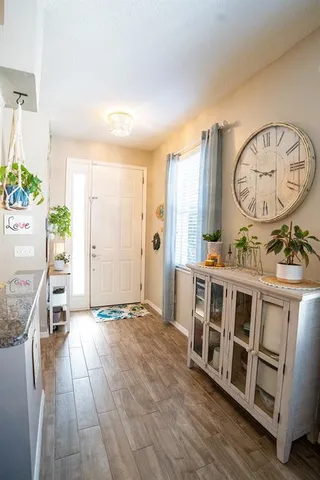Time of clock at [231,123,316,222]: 8:48
